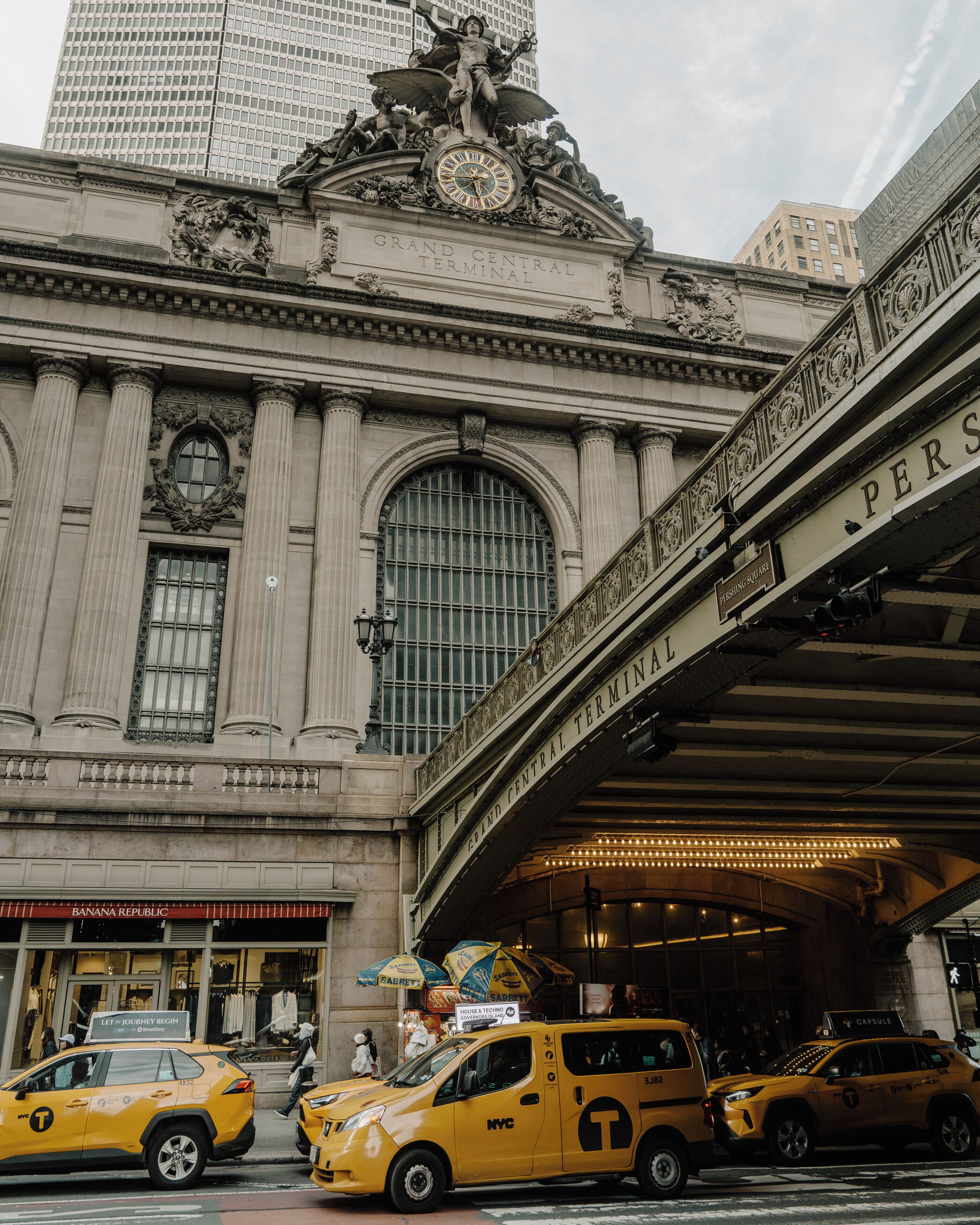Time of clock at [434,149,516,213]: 5:44
